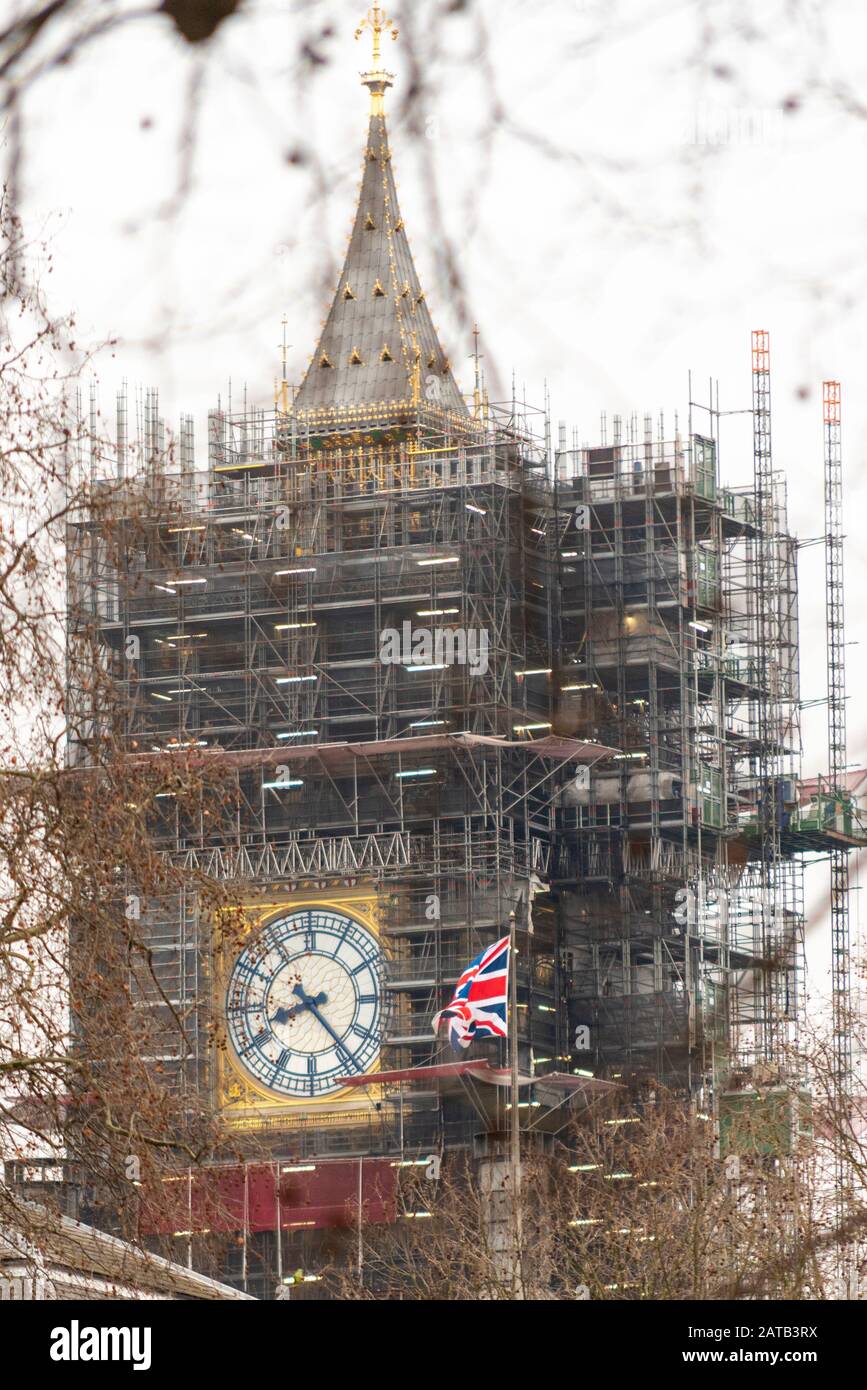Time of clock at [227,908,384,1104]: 8:23
